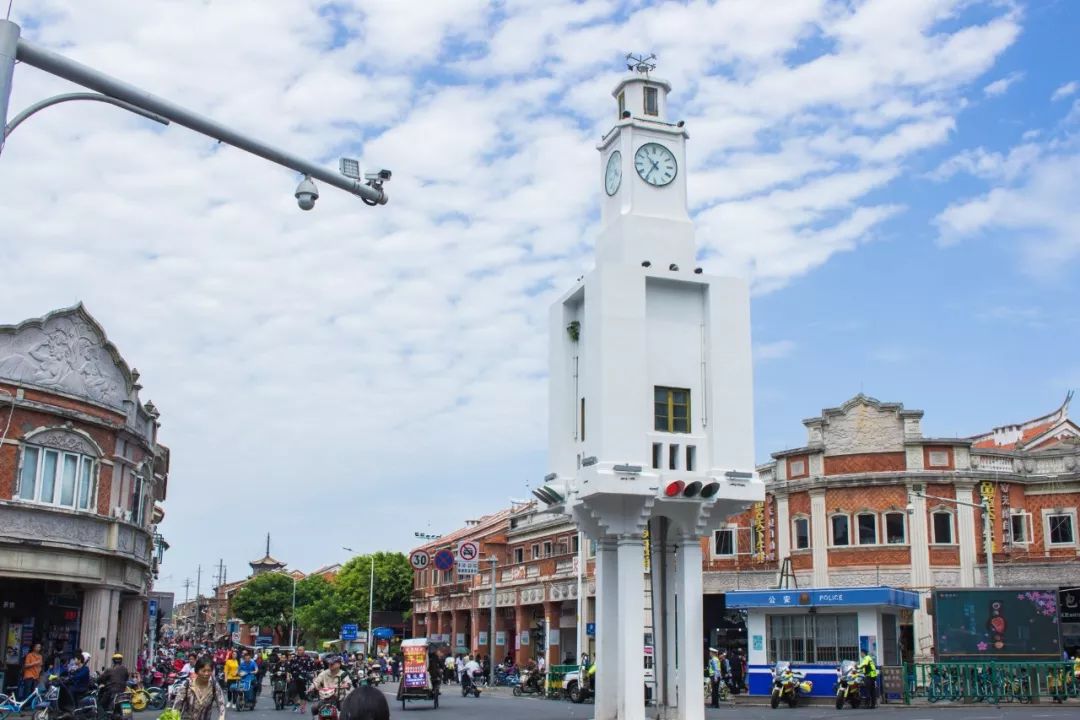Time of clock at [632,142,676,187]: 10:35
